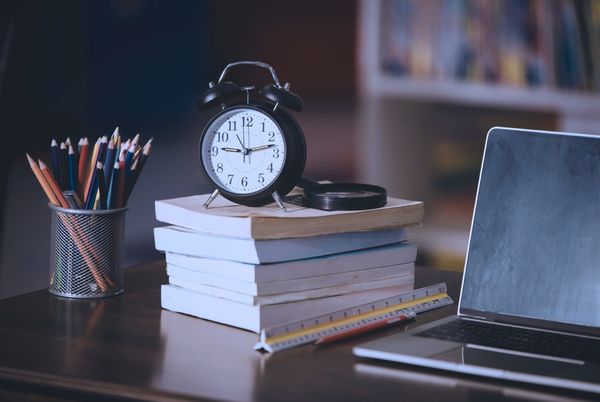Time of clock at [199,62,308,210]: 9:12
